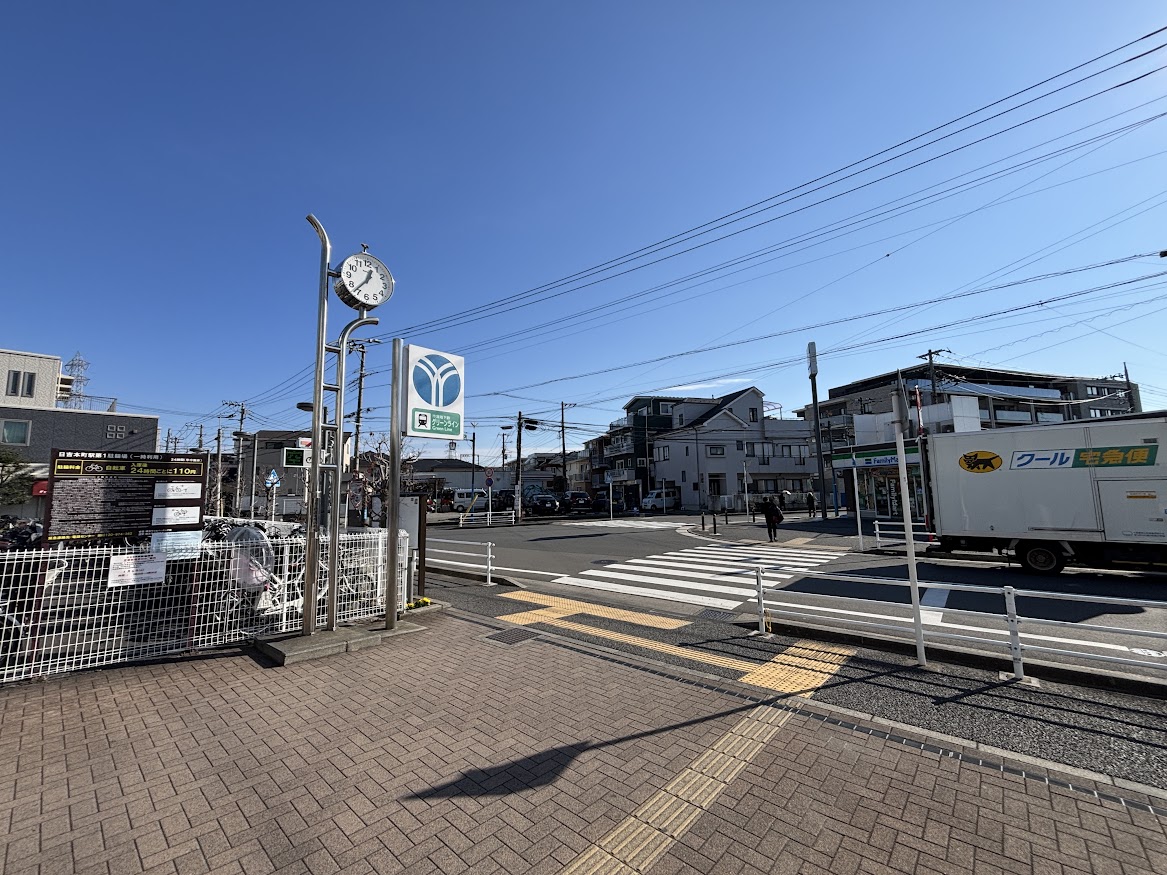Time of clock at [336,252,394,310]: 12:36
